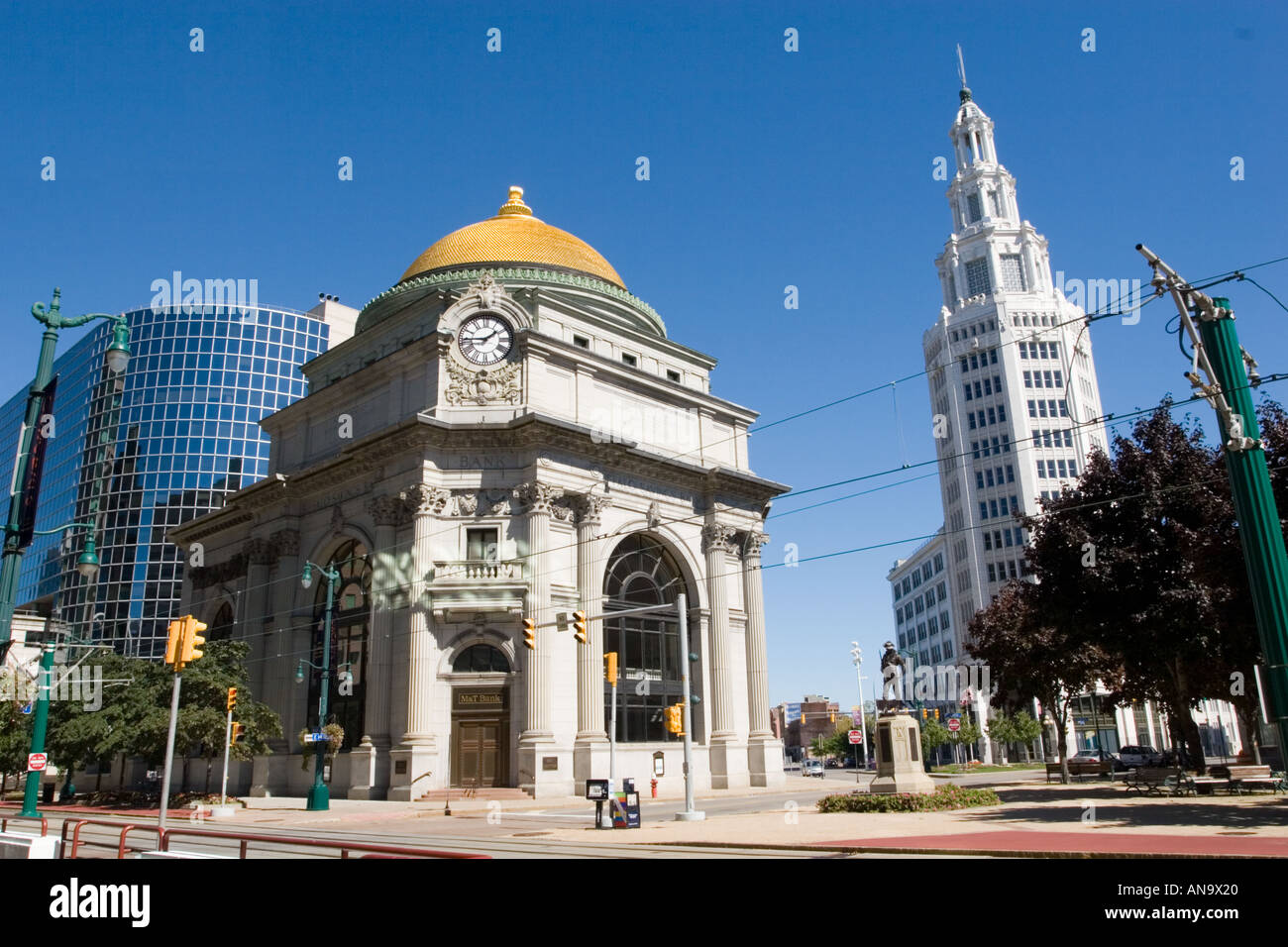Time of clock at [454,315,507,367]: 1:45
